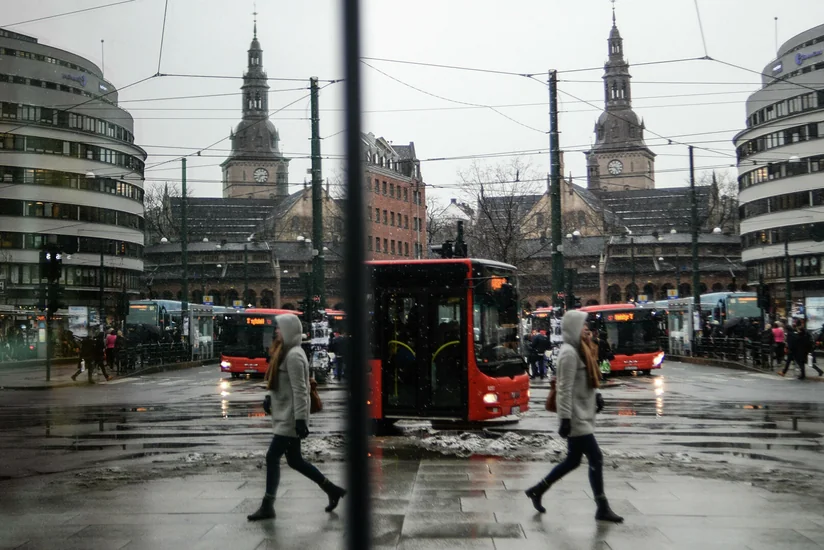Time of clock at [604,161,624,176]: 4:45
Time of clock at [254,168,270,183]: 7:13
